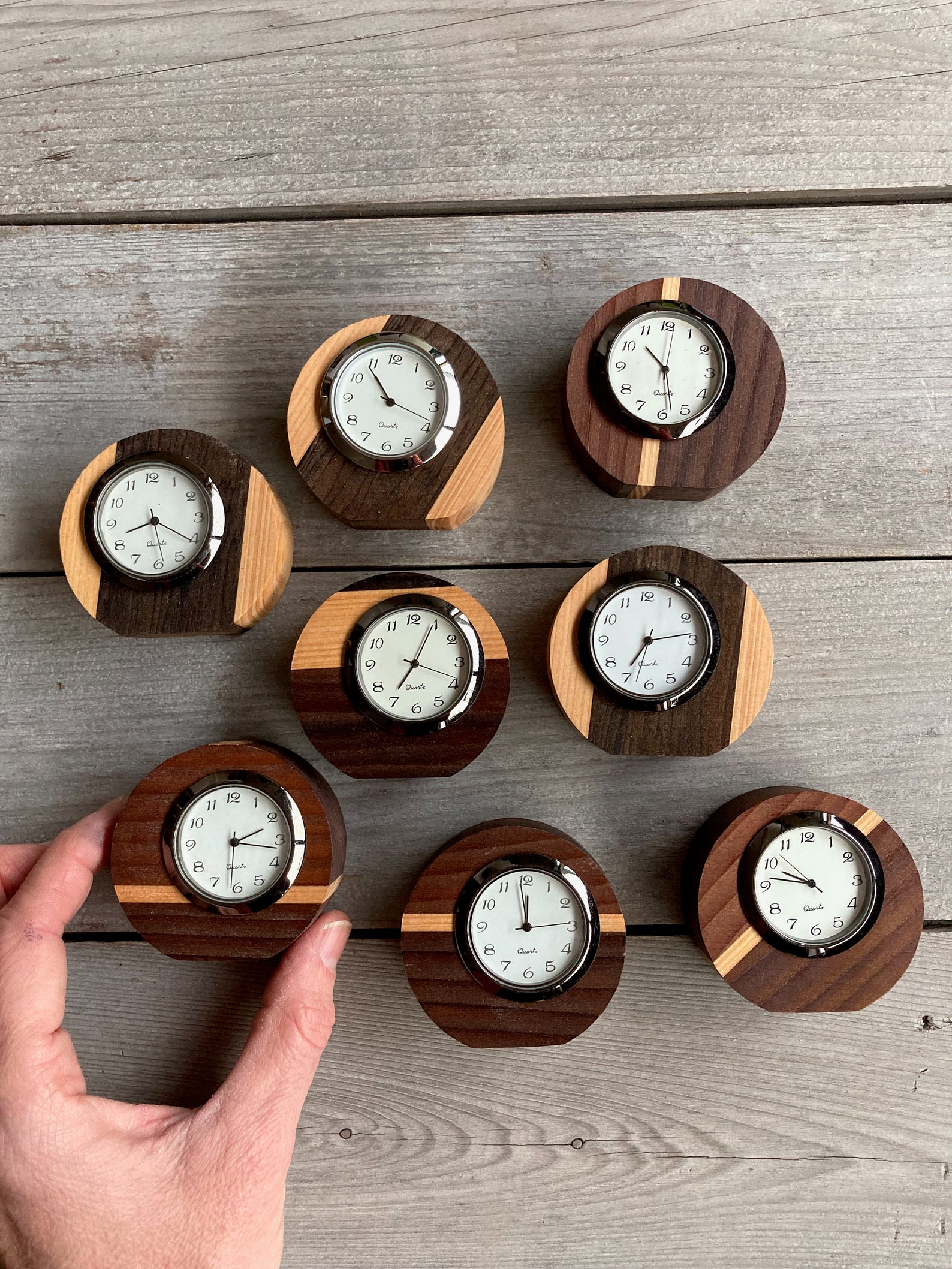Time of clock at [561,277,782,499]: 10:28
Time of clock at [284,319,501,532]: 10:54
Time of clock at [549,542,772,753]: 7:13
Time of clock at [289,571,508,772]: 7:04
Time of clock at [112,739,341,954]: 2:16
